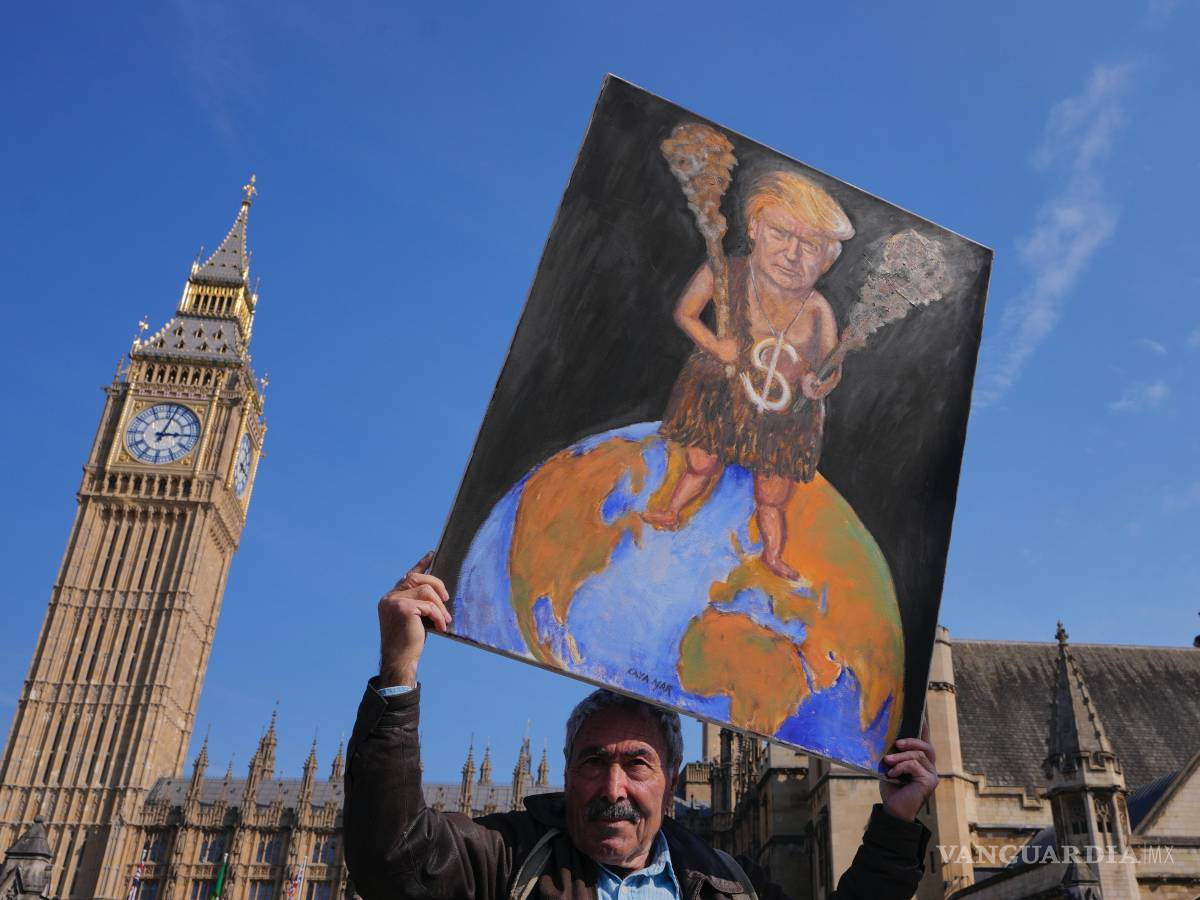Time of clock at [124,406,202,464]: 3:02
